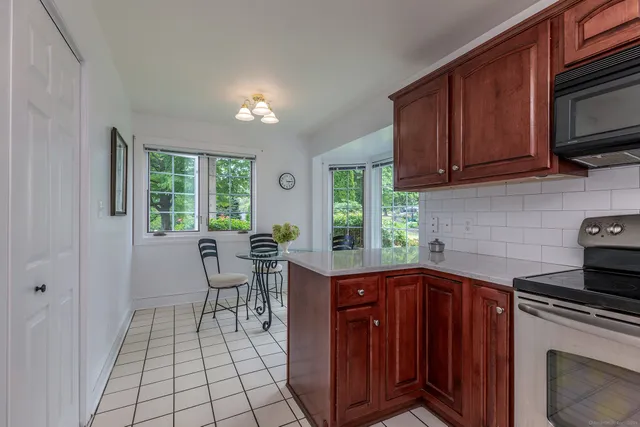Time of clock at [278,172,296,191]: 3:14
